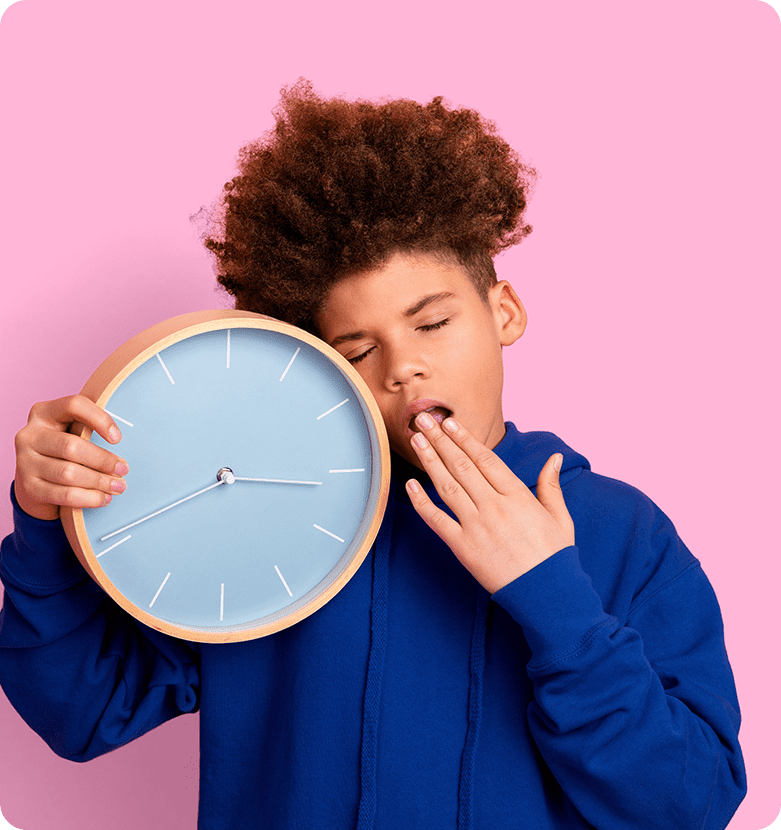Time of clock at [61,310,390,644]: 3:16
